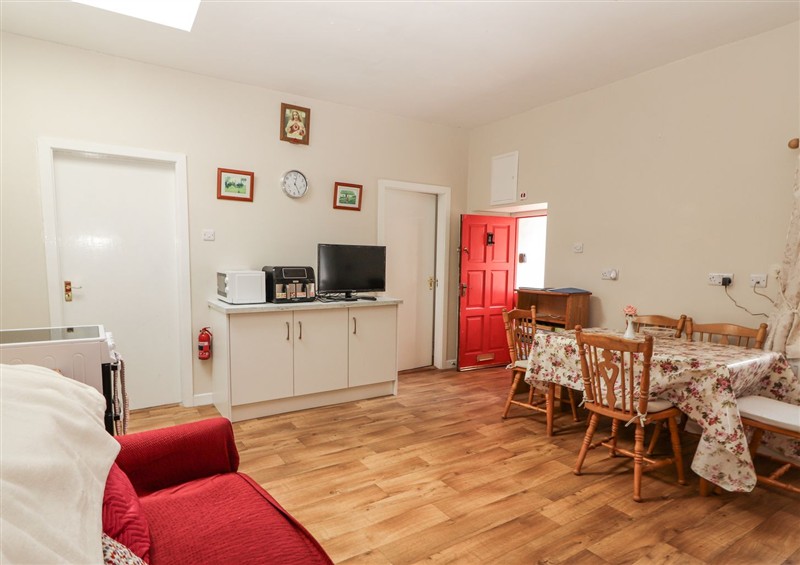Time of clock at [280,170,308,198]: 12:24
